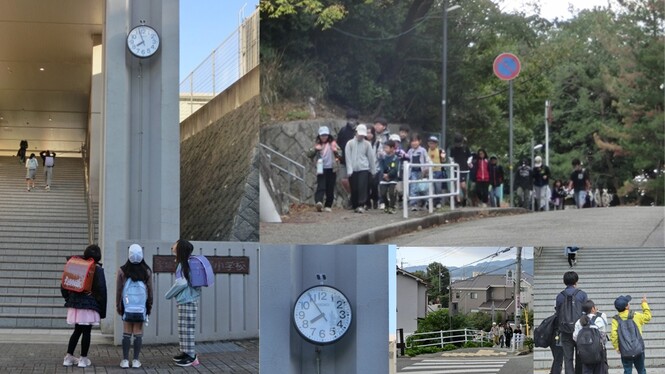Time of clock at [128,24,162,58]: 7:57
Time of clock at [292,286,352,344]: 7:54
